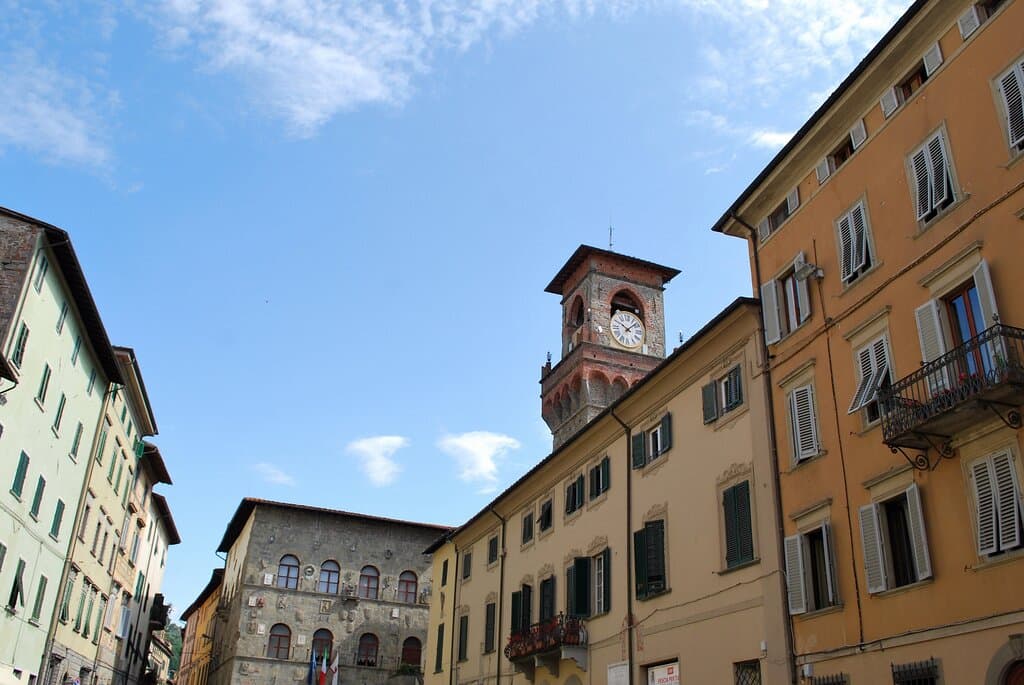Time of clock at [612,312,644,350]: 10:07
